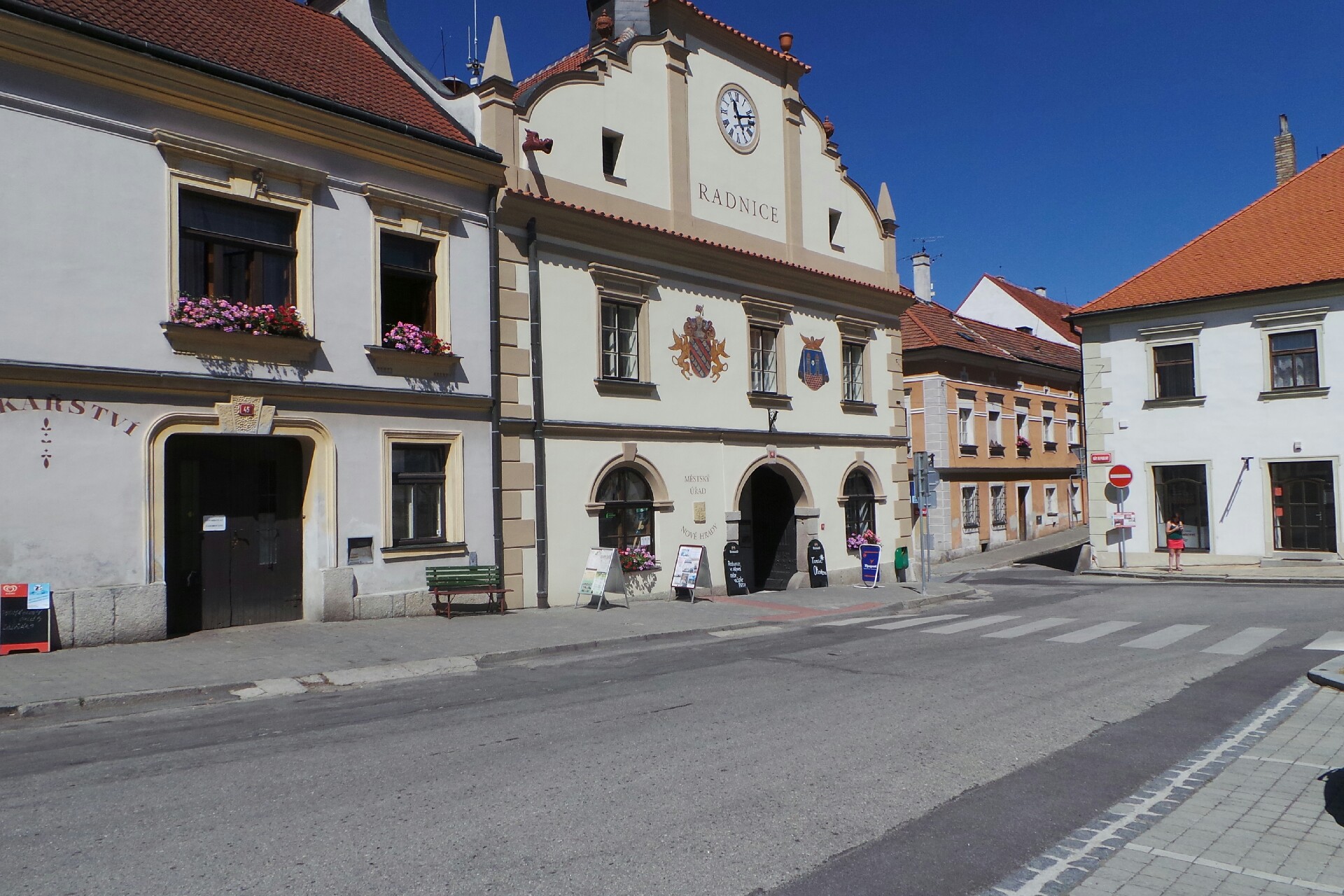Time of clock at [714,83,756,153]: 11:12
